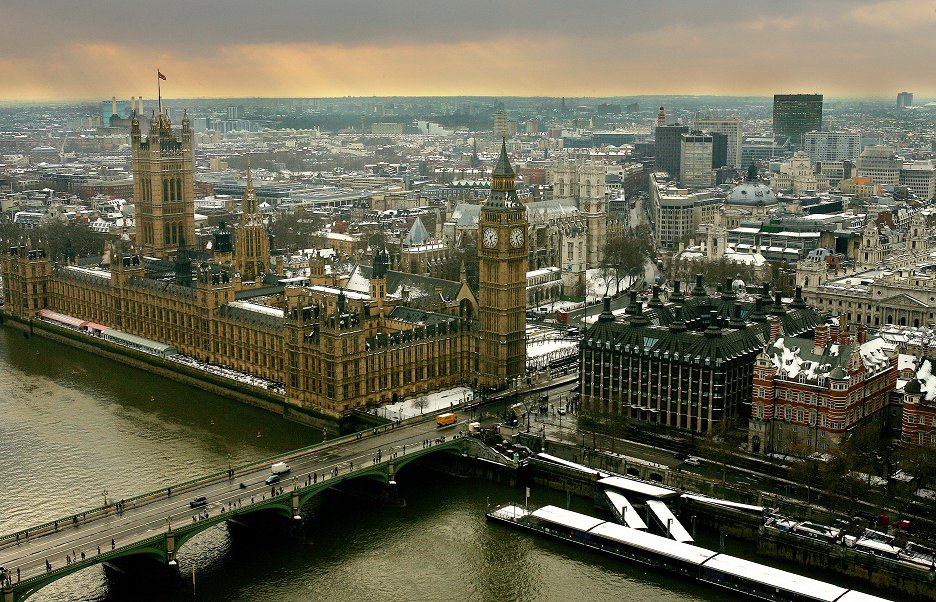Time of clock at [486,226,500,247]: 1:26
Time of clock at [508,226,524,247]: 1:26
